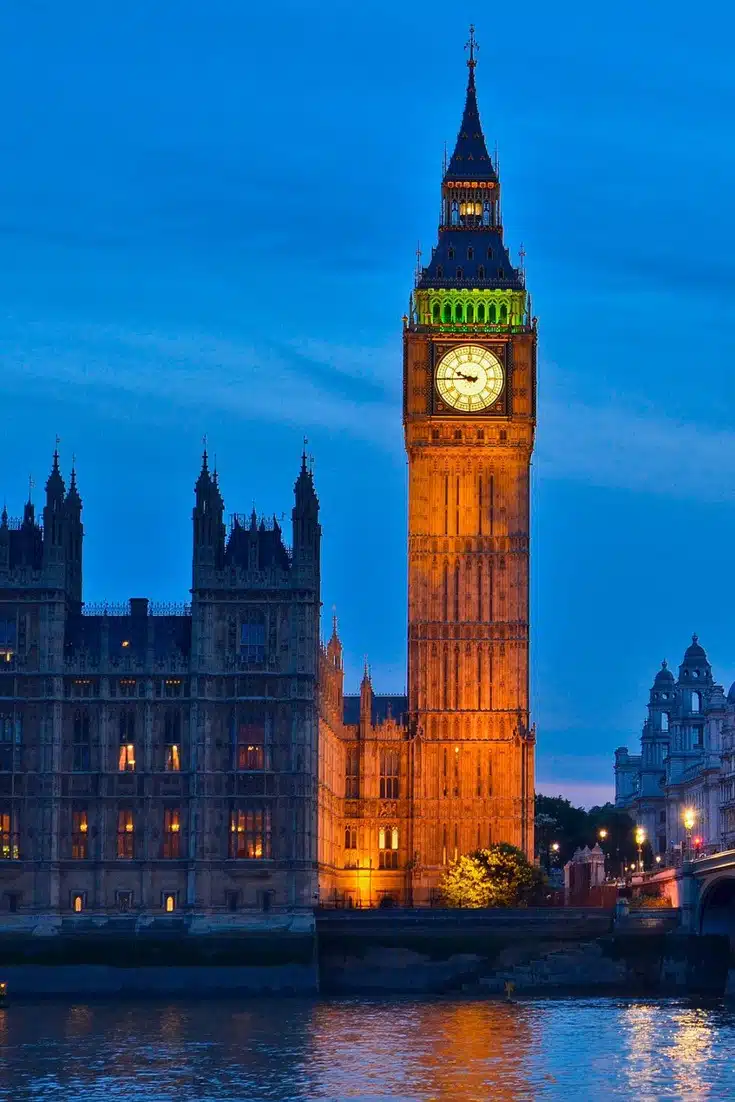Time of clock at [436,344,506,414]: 9:44
